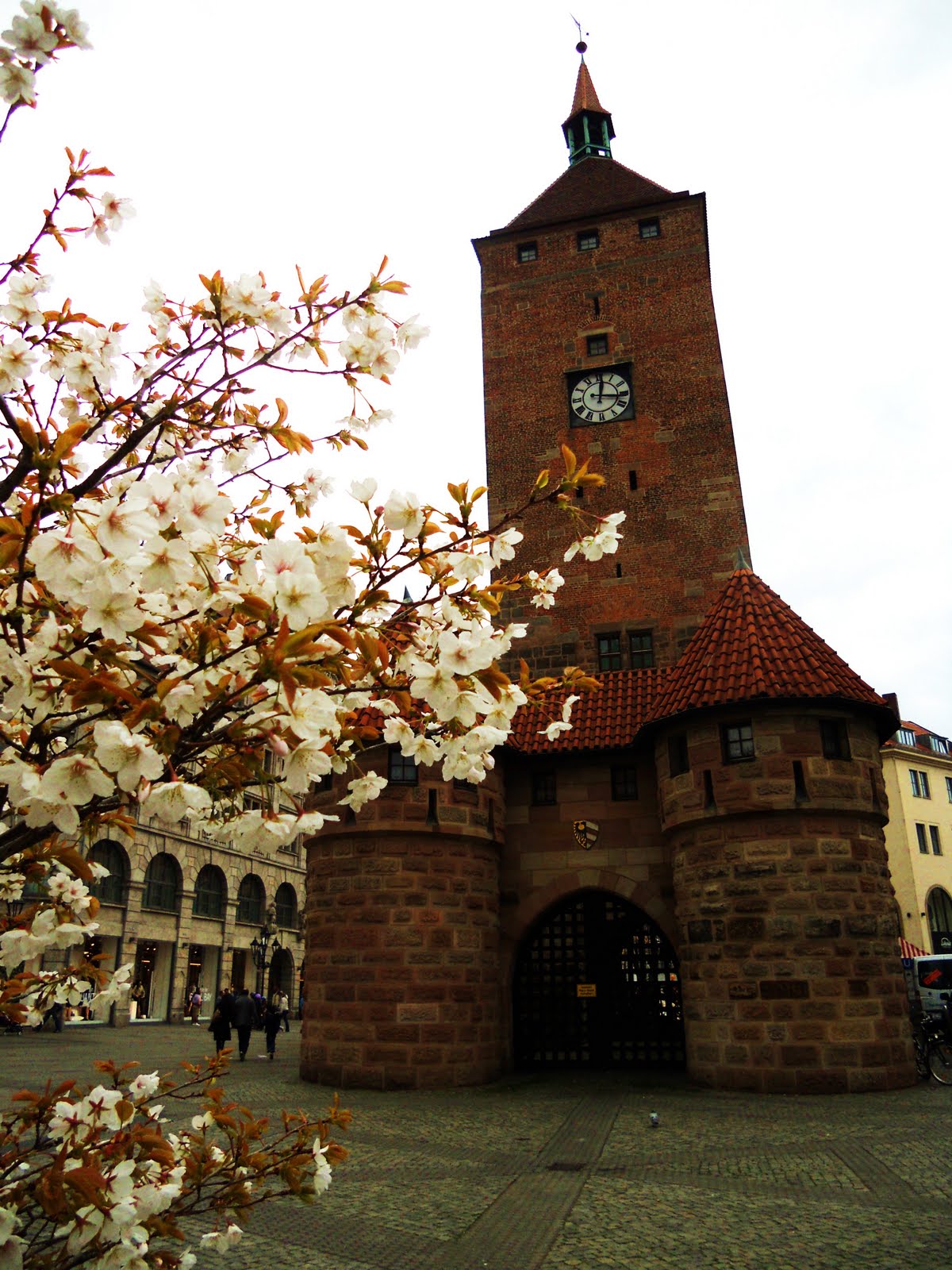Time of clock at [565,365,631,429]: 12:16
